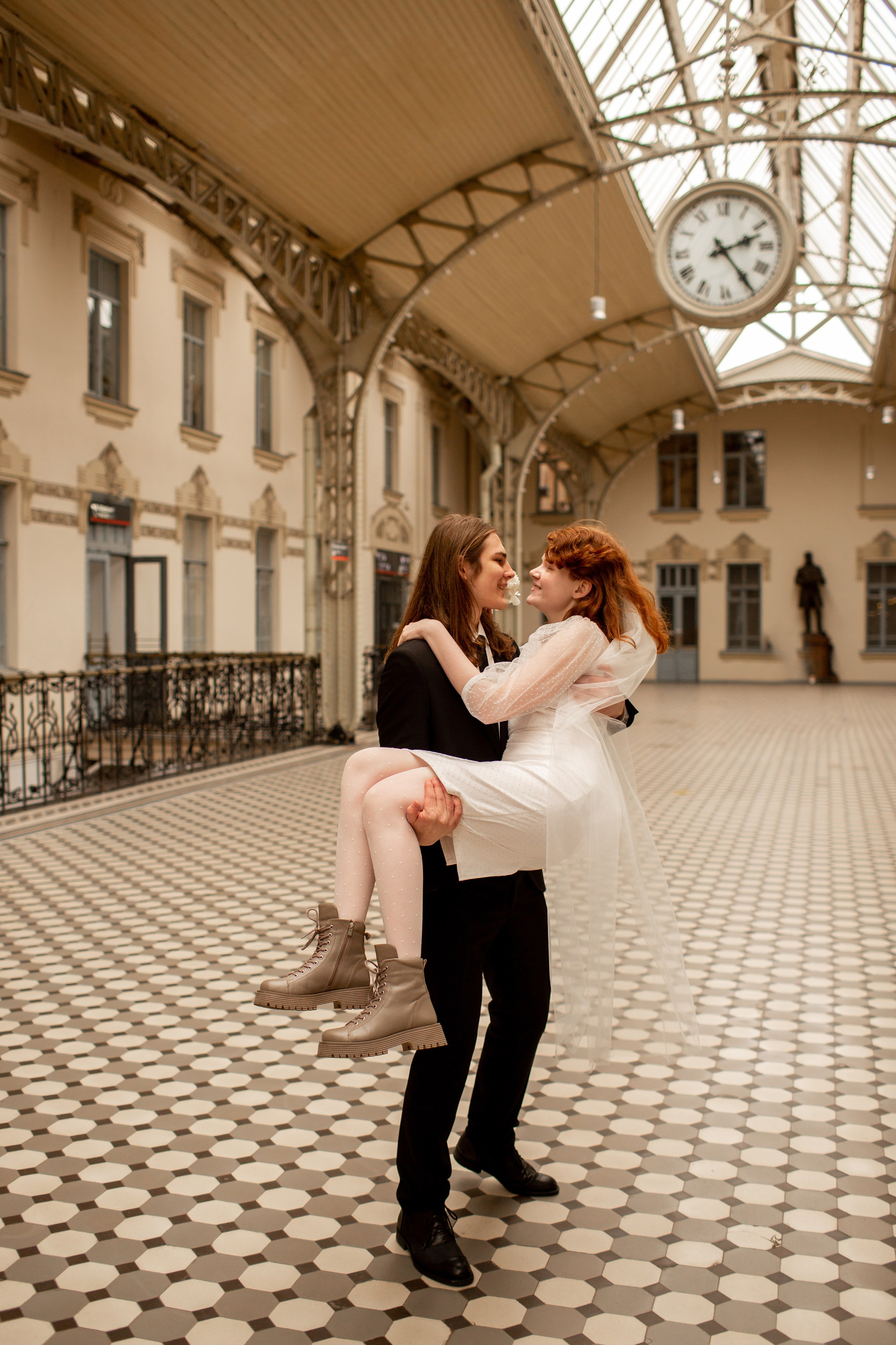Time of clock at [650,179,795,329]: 2:24
